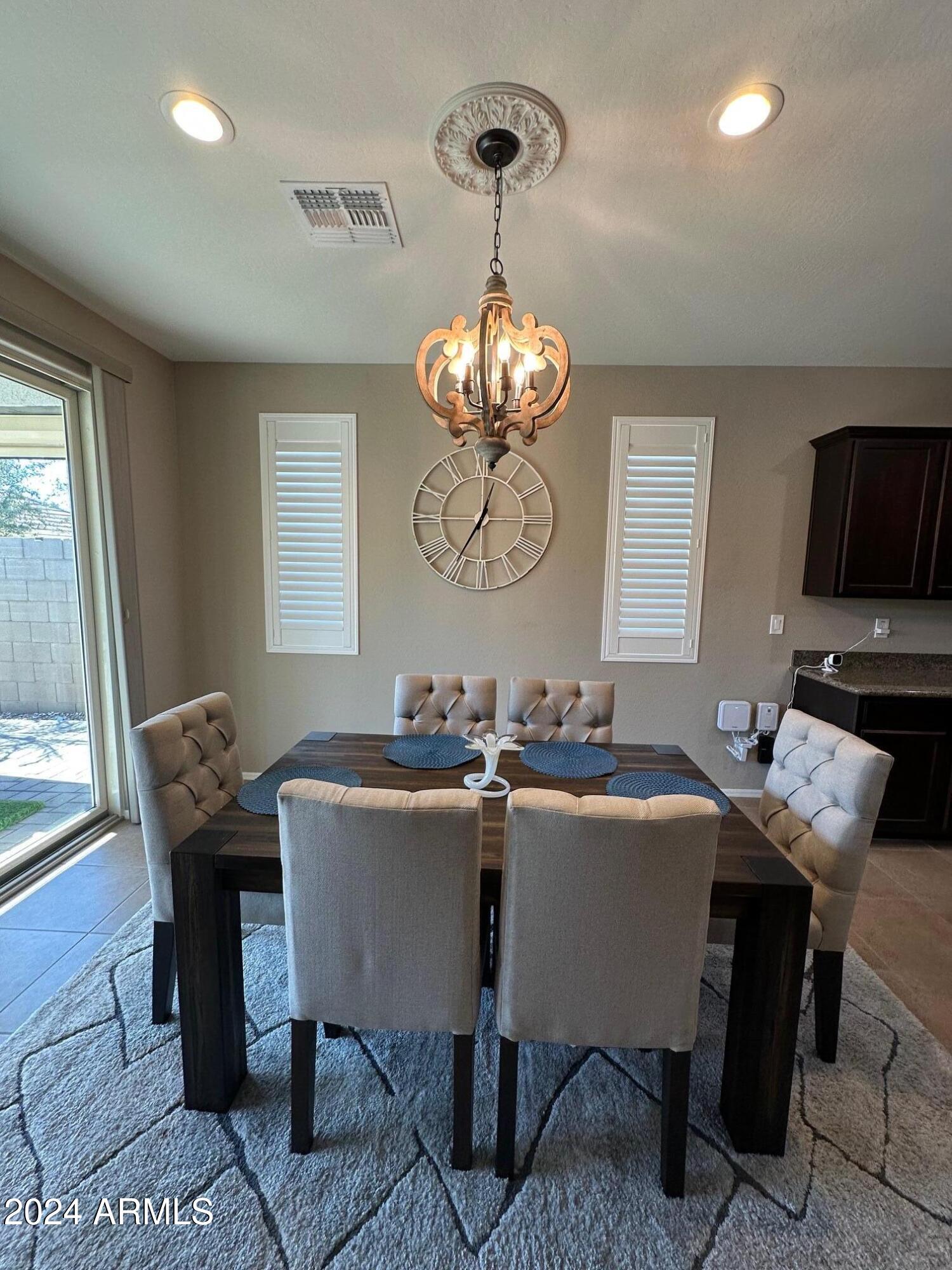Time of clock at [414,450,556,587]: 12:35
